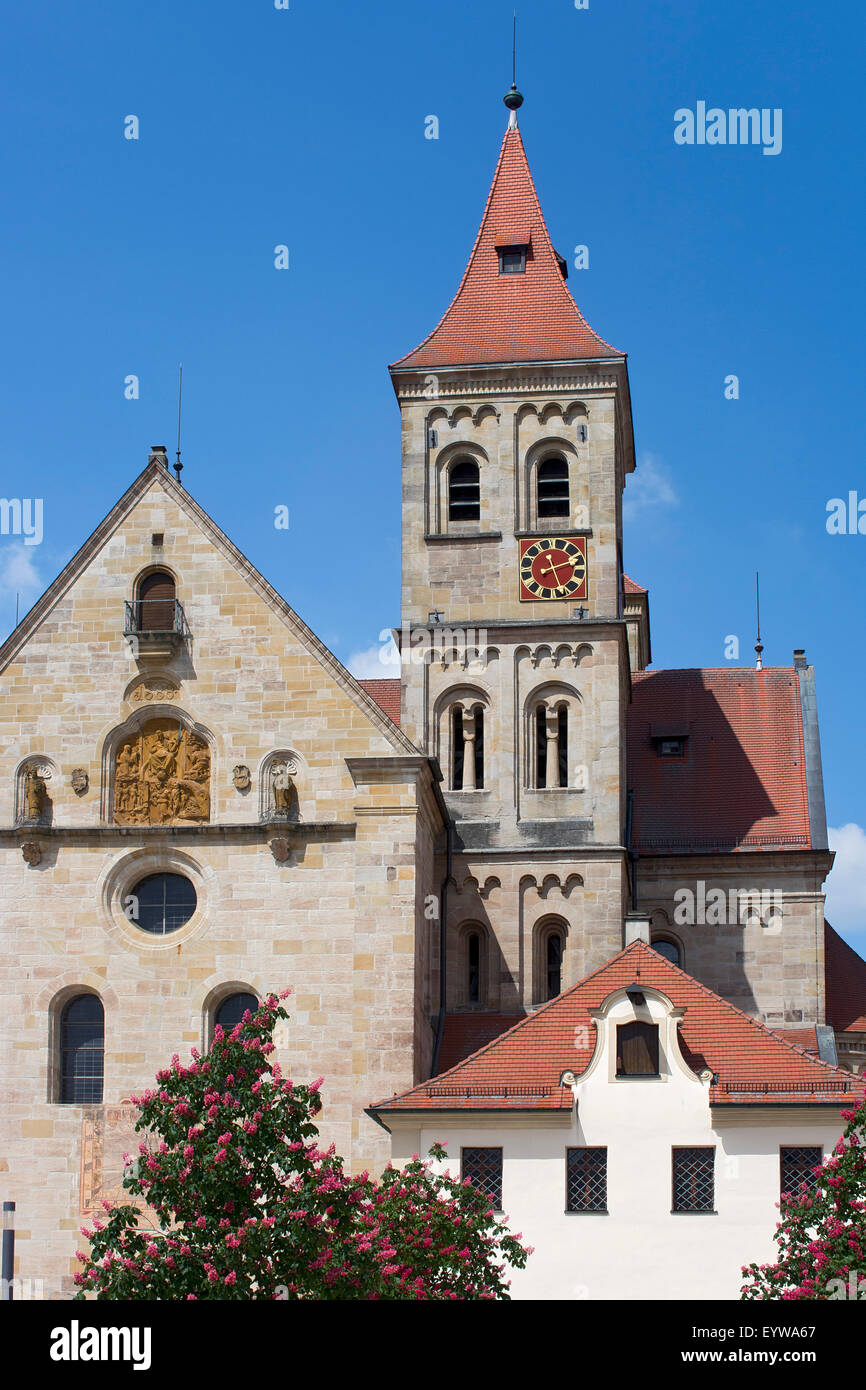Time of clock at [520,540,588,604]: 11:11
